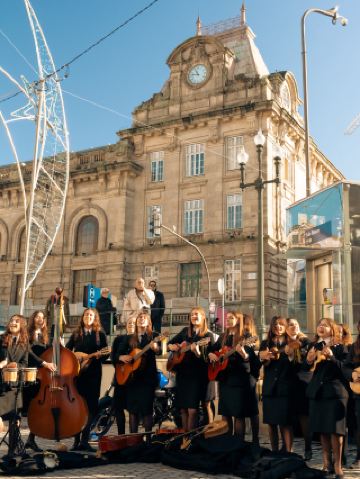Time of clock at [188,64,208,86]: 11:46
